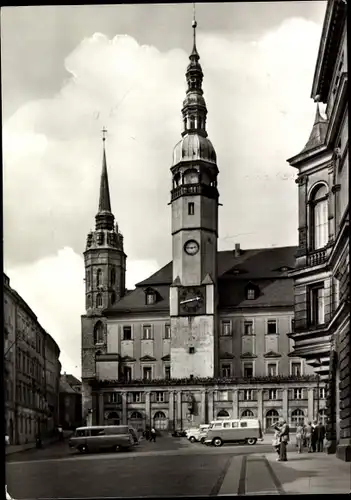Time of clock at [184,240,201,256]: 2:46
